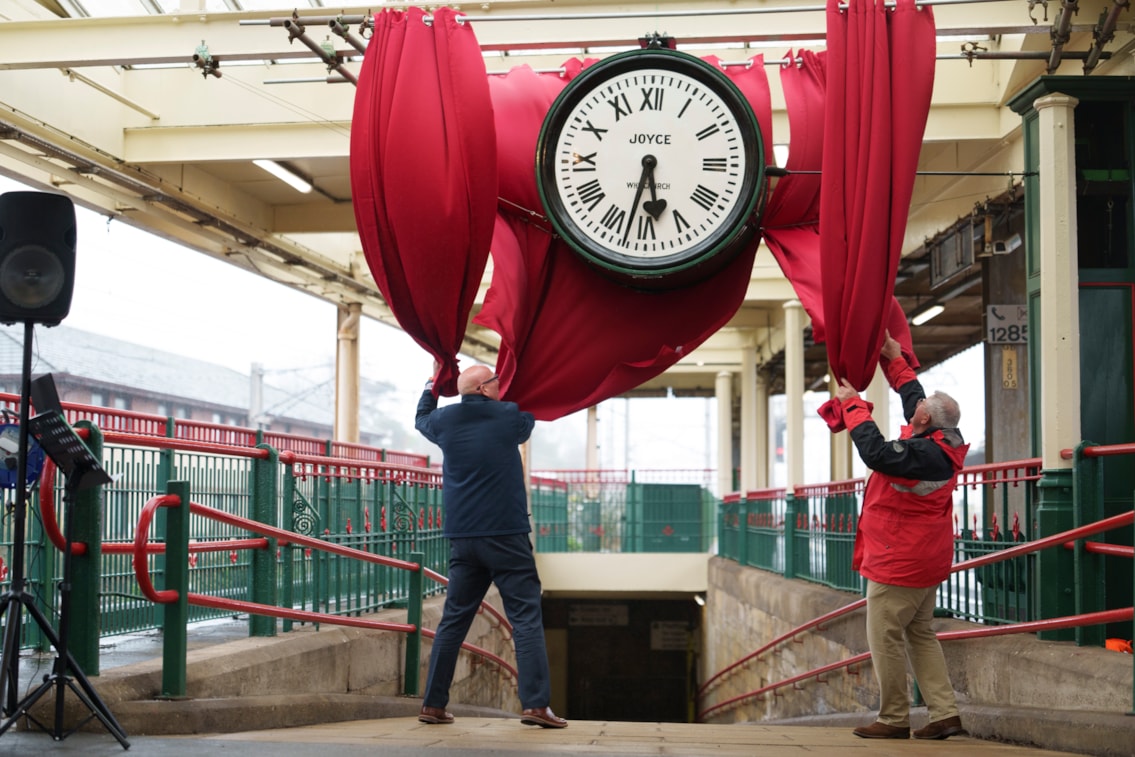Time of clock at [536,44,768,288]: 5:32
